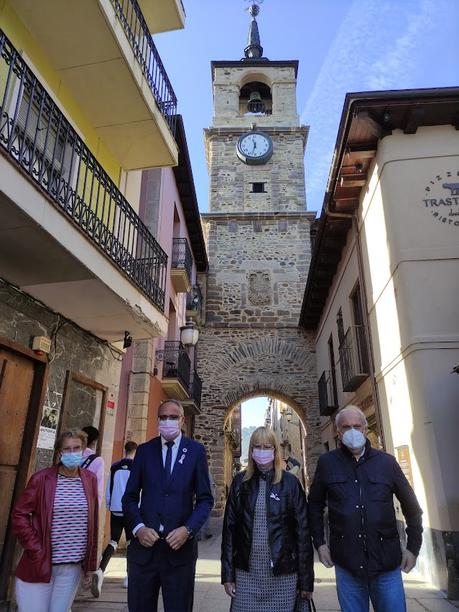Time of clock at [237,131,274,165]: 11:32
